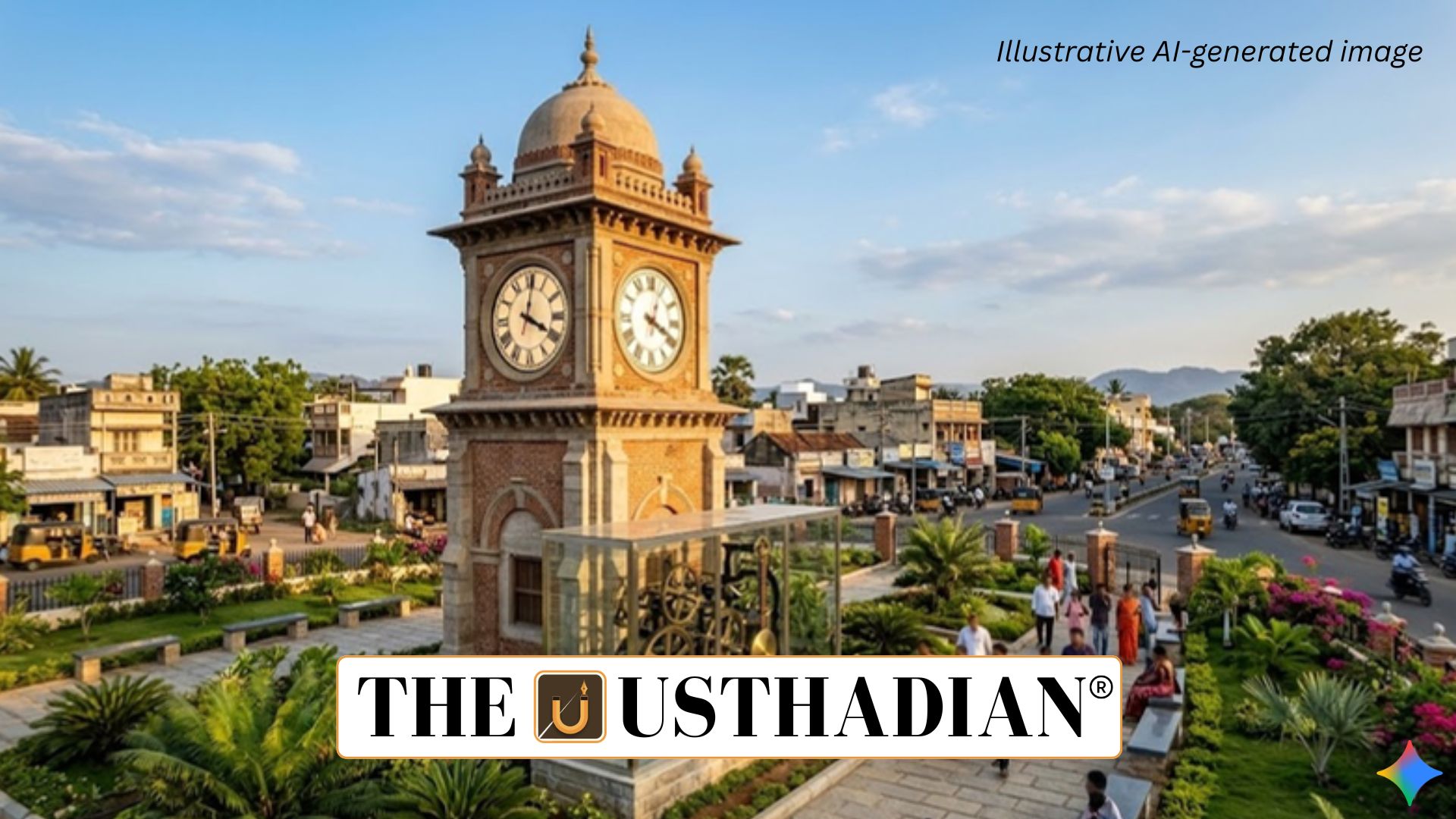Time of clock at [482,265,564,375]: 4:01
